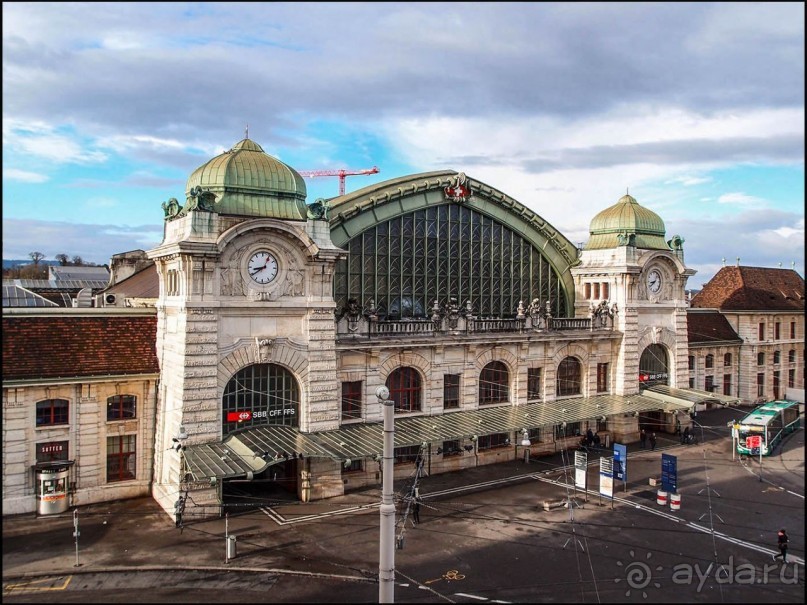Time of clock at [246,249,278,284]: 8:39
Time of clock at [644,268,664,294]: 8:38
